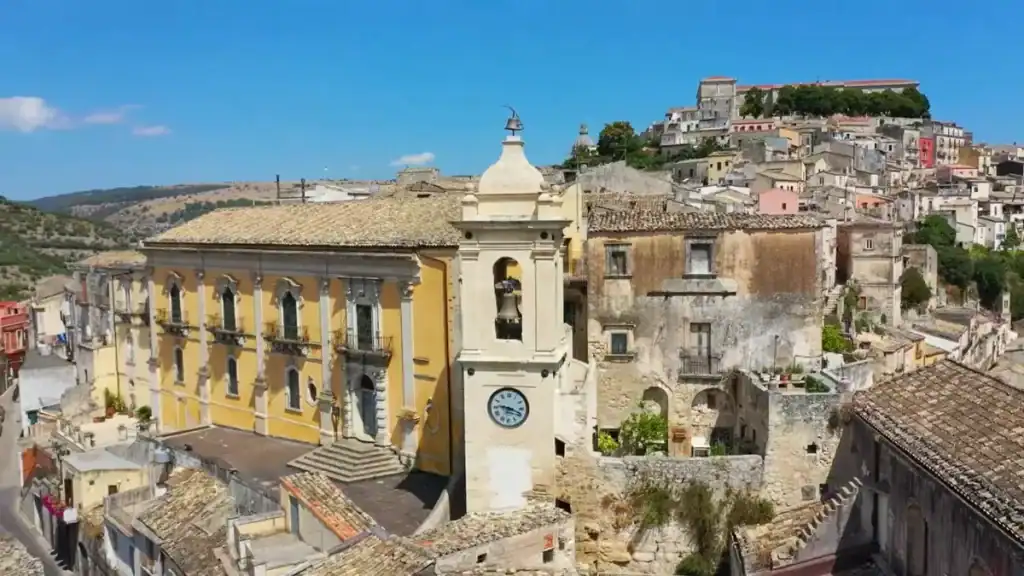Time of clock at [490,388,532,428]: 9:18
